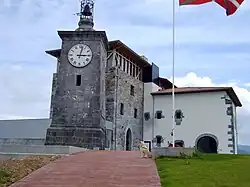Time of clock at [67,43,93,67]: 3:02
